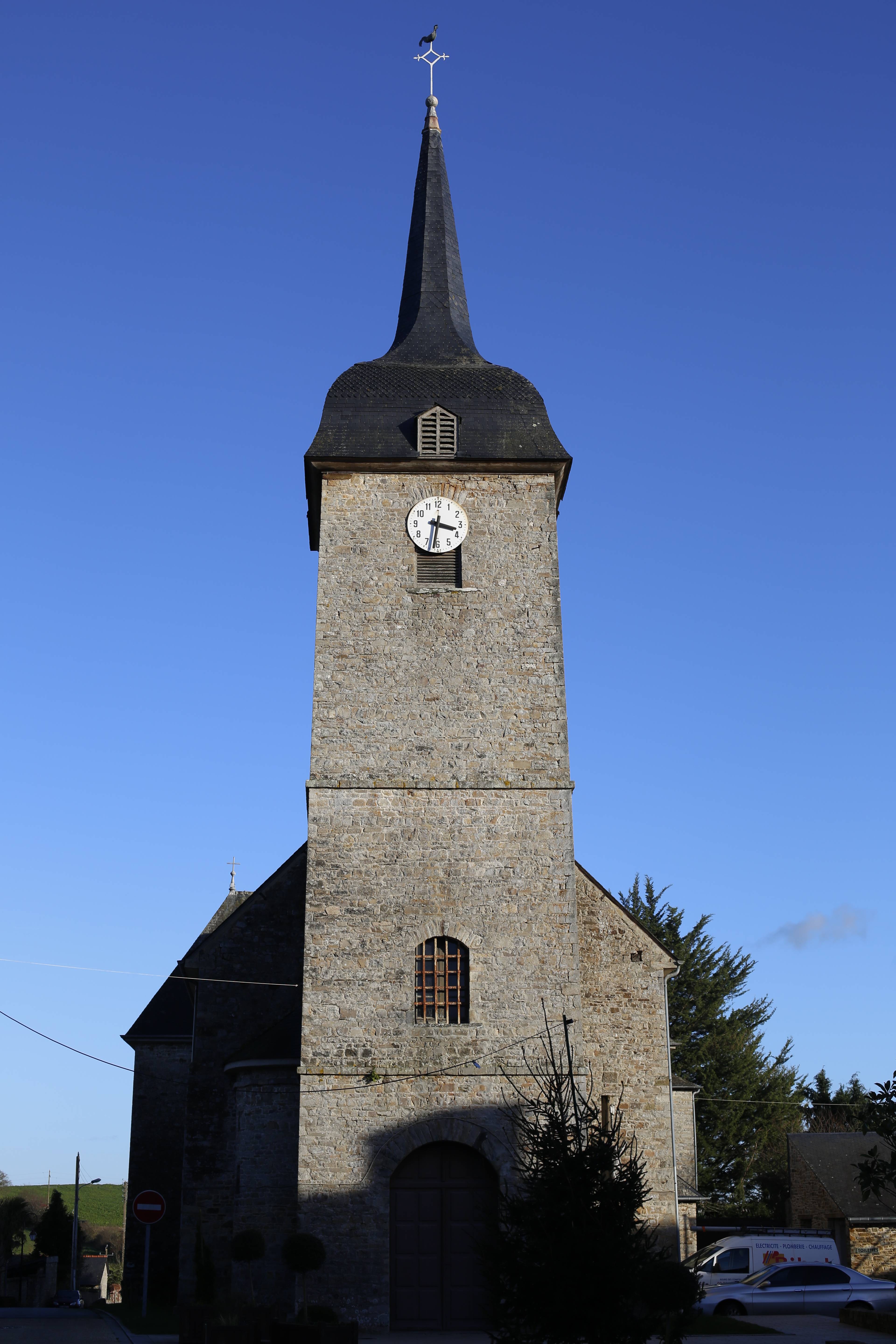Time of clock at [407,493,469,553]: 3:31
